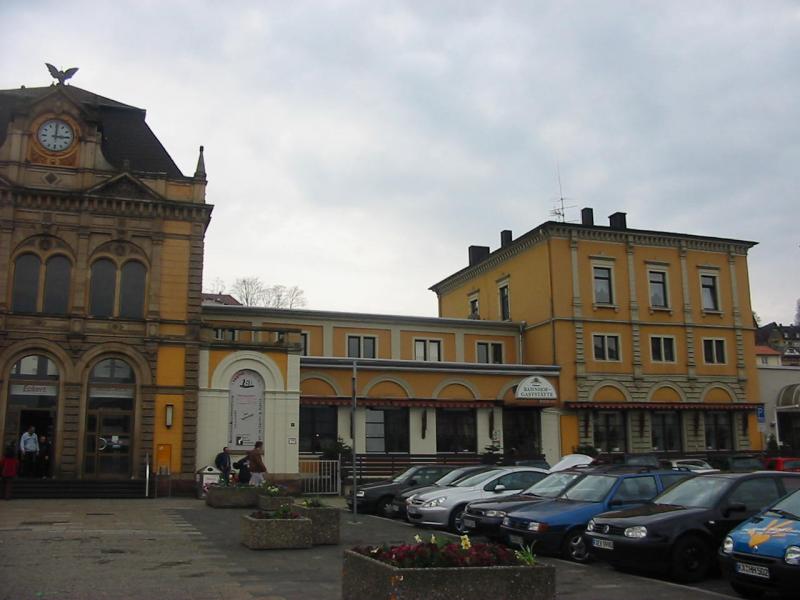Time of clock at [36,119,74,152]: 3:00
